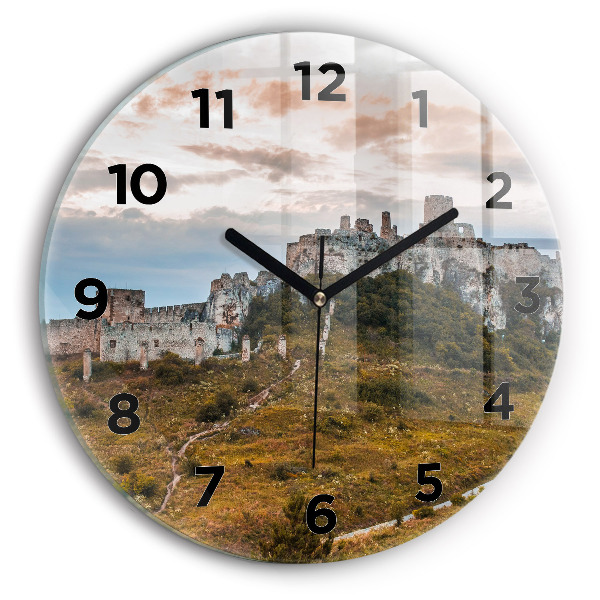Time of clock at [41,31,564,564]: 10:10
